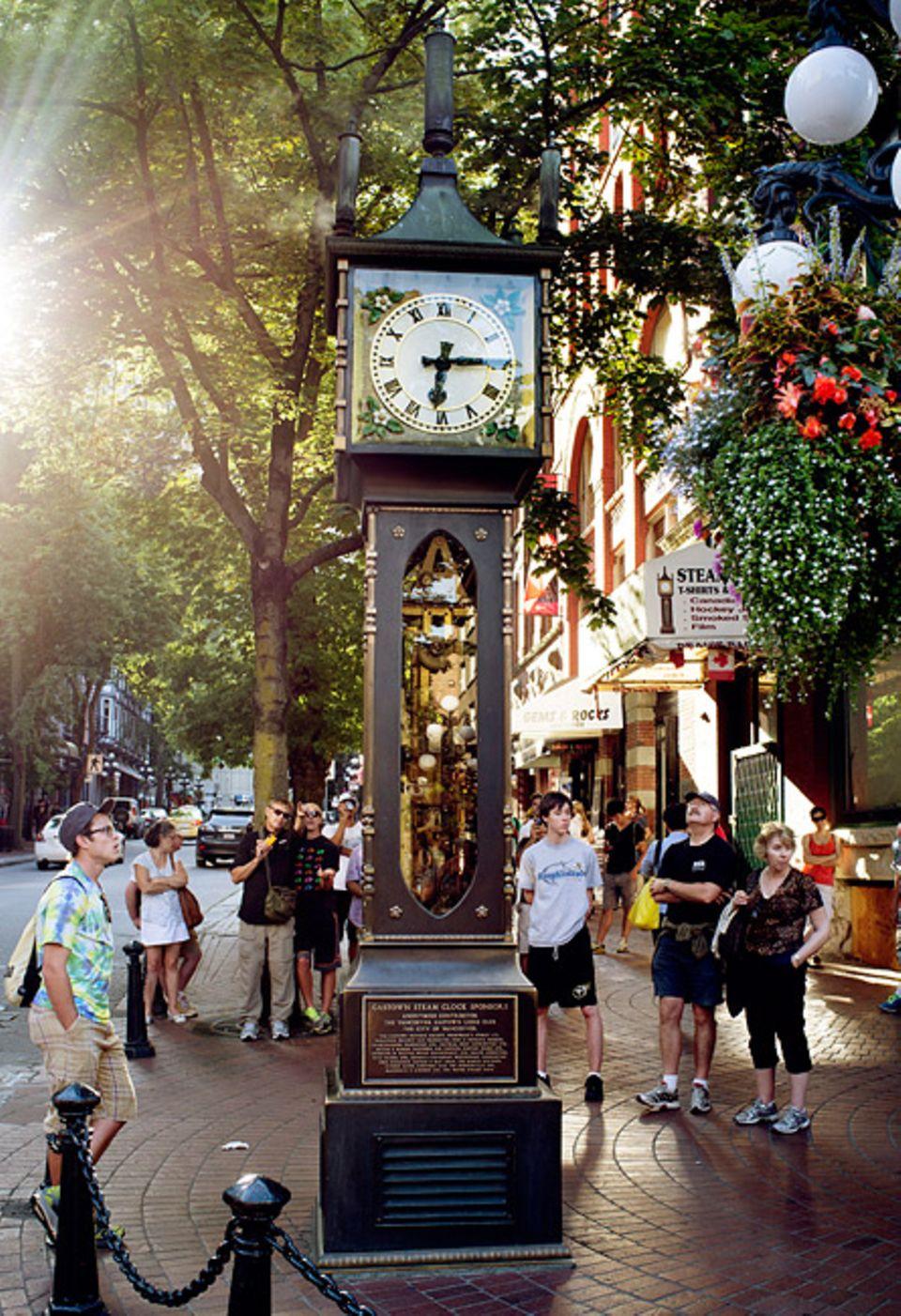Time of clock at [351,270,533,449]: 6:14
